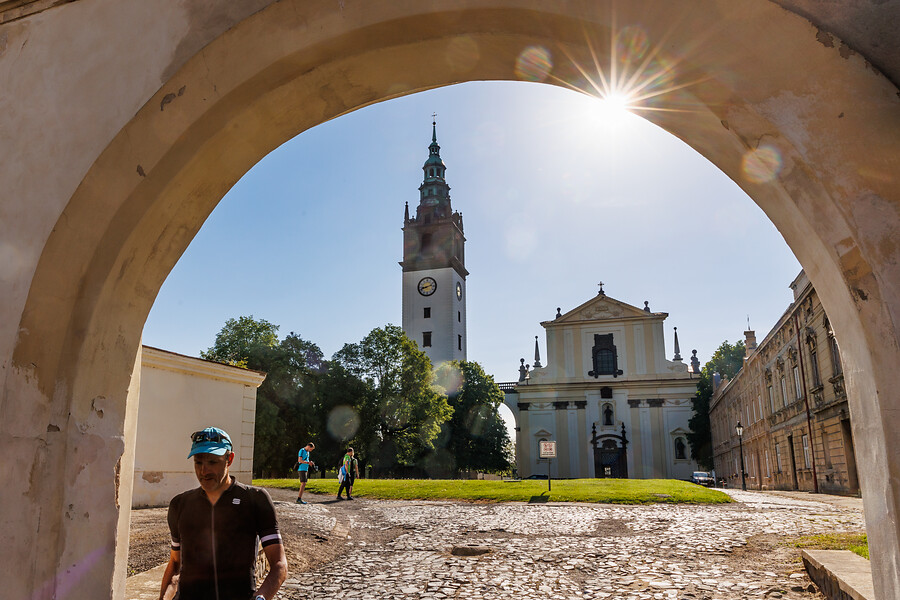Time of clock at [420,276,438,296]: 8:12
